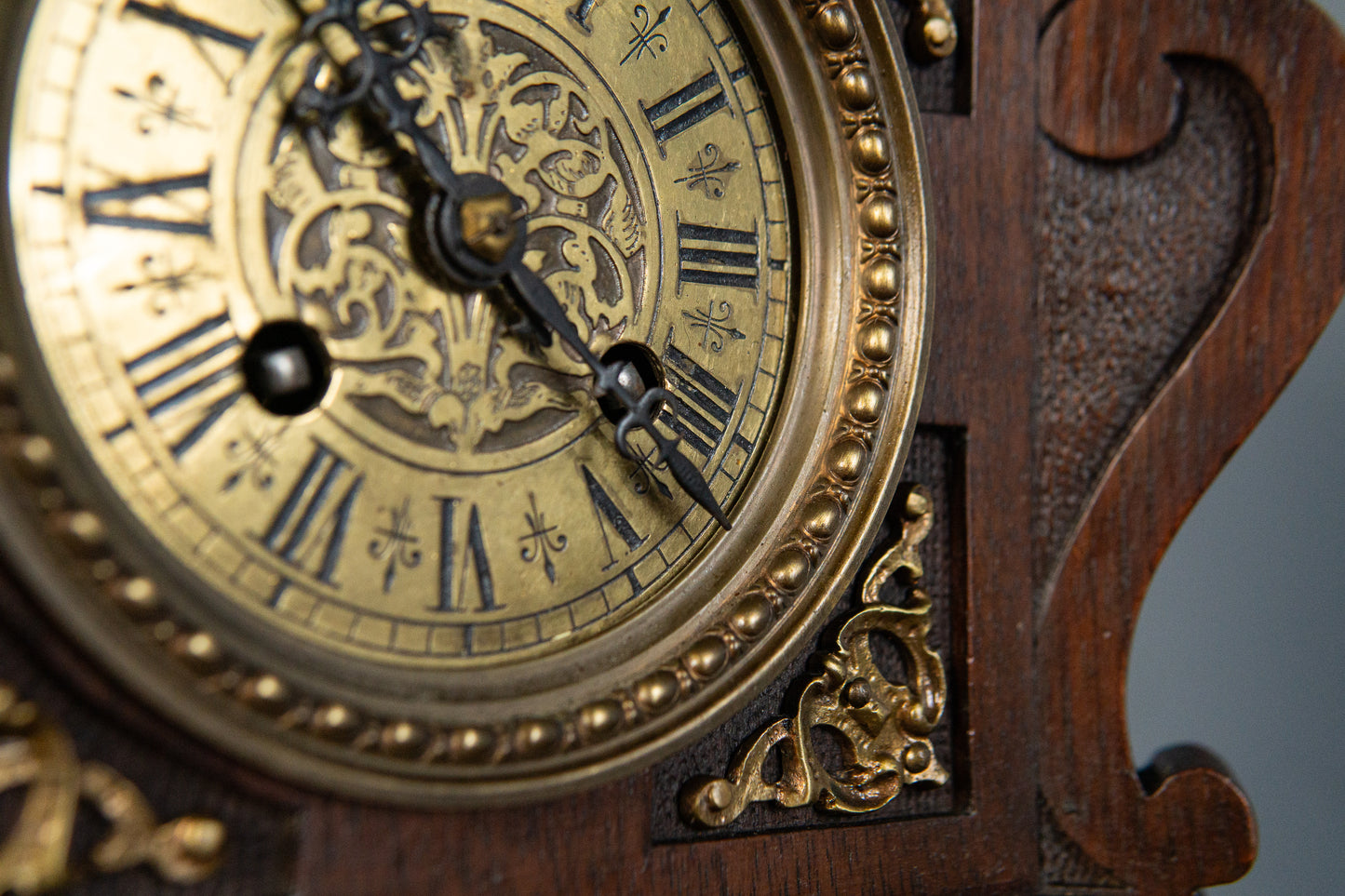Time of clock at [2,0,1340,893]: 10:20
